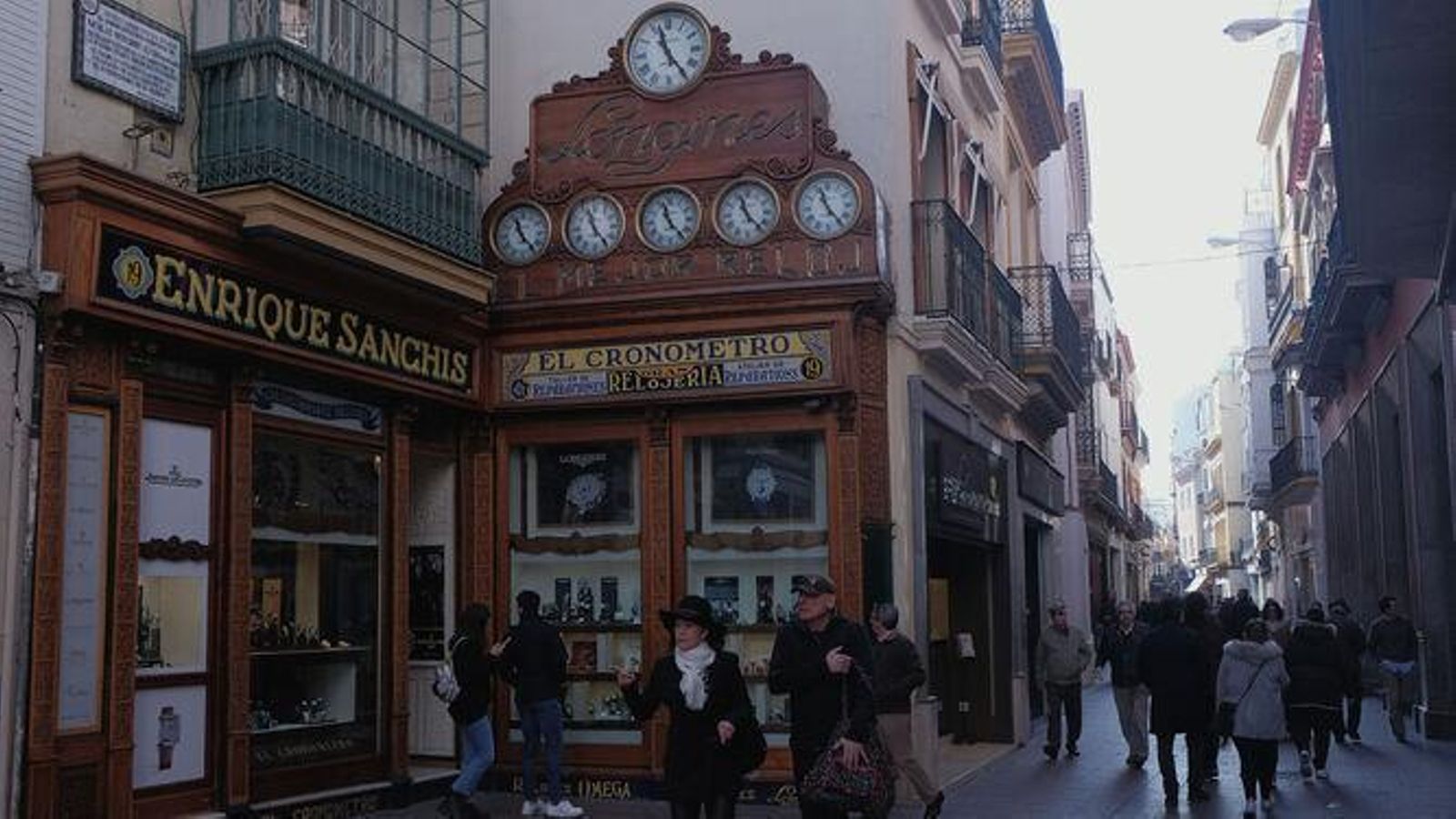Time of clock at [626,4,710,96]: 11:24
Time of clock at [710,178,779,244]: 11:22
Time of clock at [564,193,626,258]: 11:23
